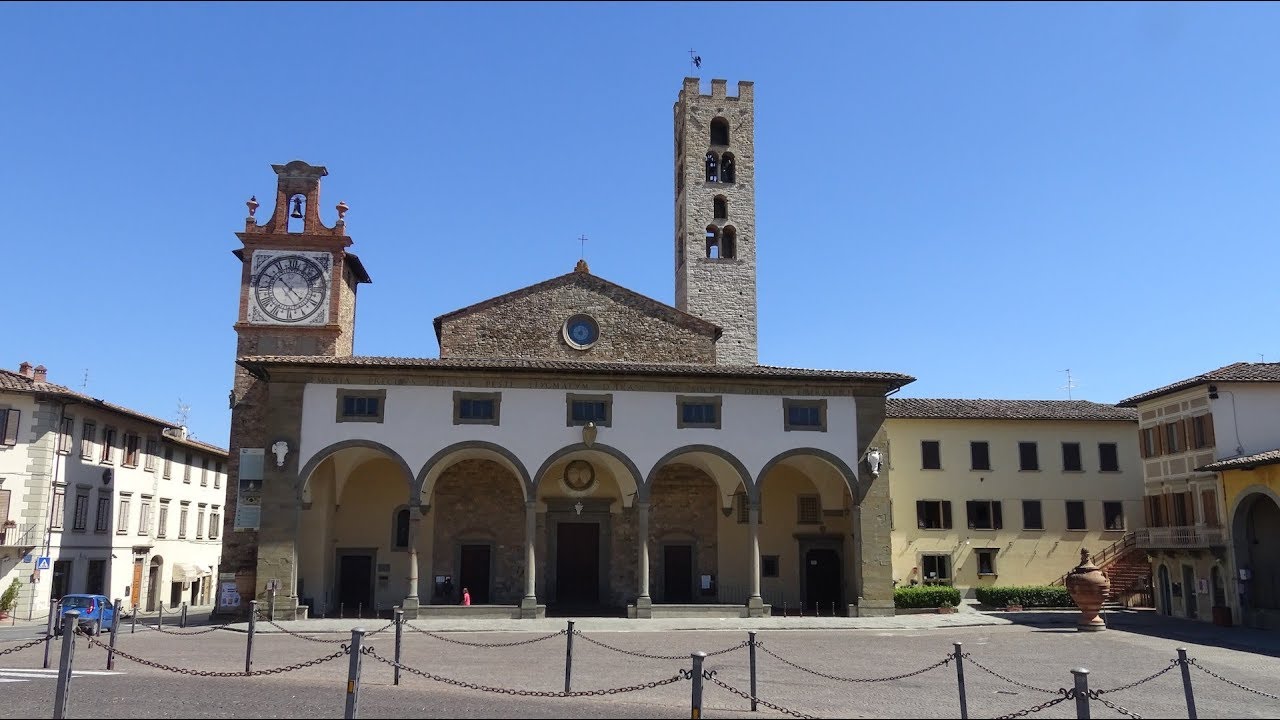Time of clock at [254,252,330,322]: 10:22
